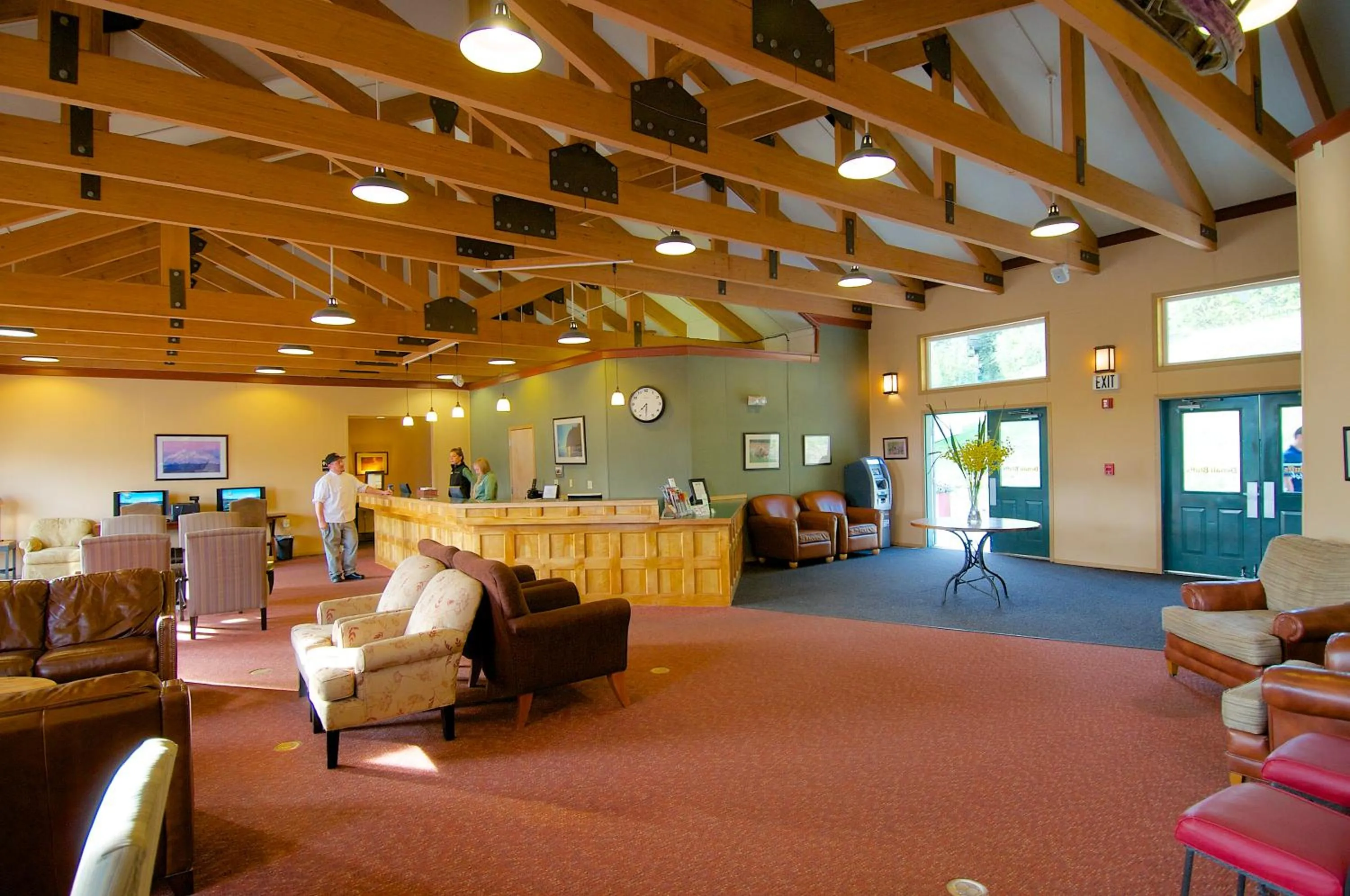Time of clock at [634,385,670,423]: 7:30
